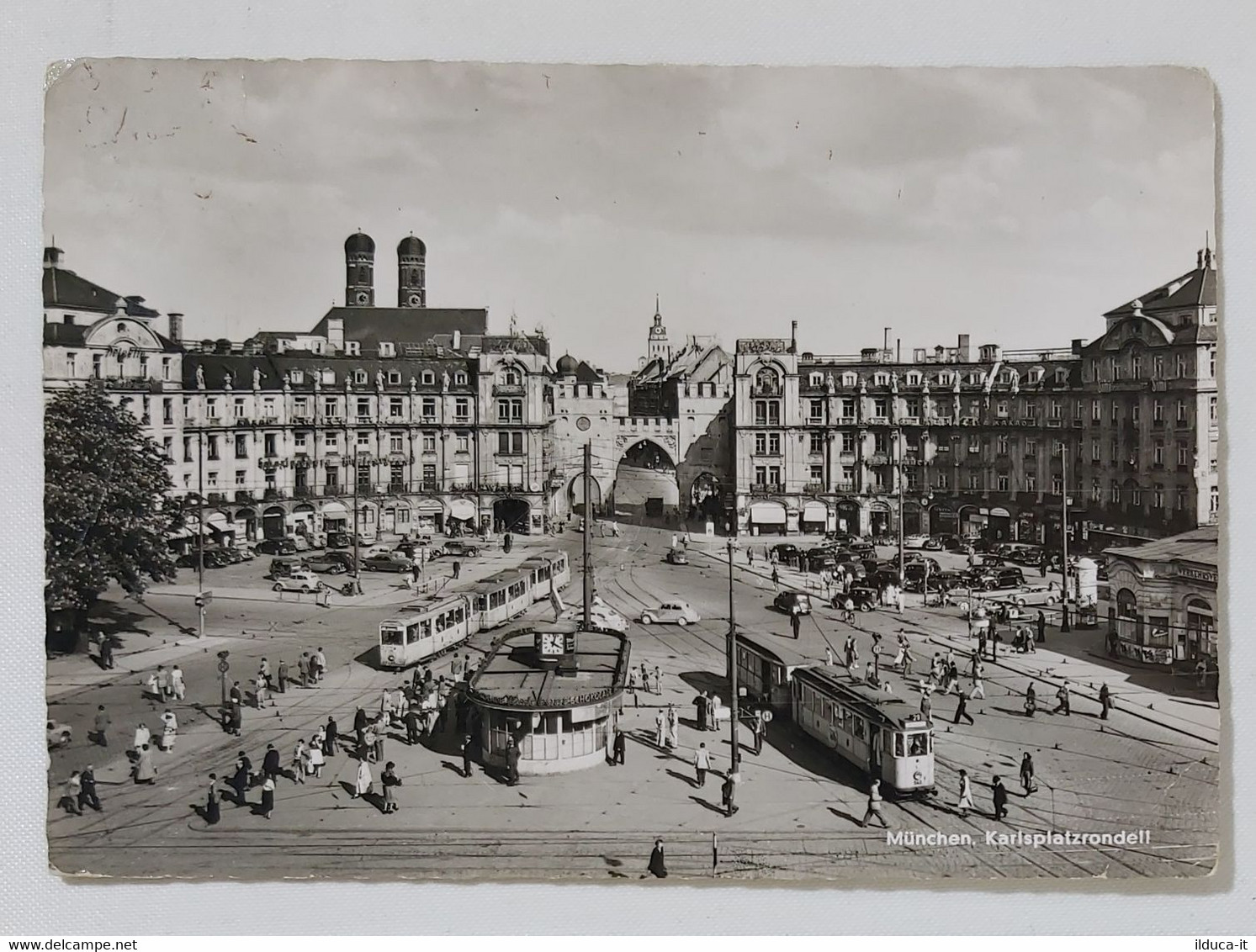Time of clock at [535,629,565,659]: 4:02
